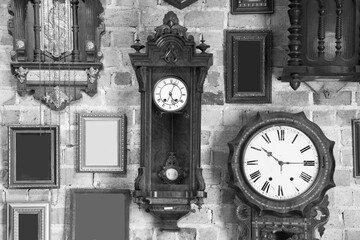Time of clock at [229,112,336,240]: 10:14
